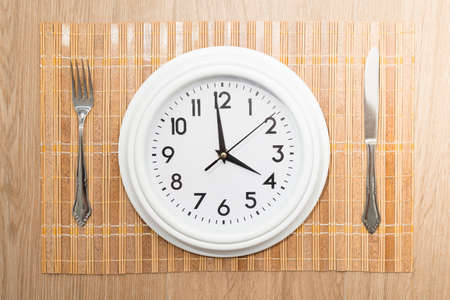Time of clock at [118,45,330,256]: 3:58
